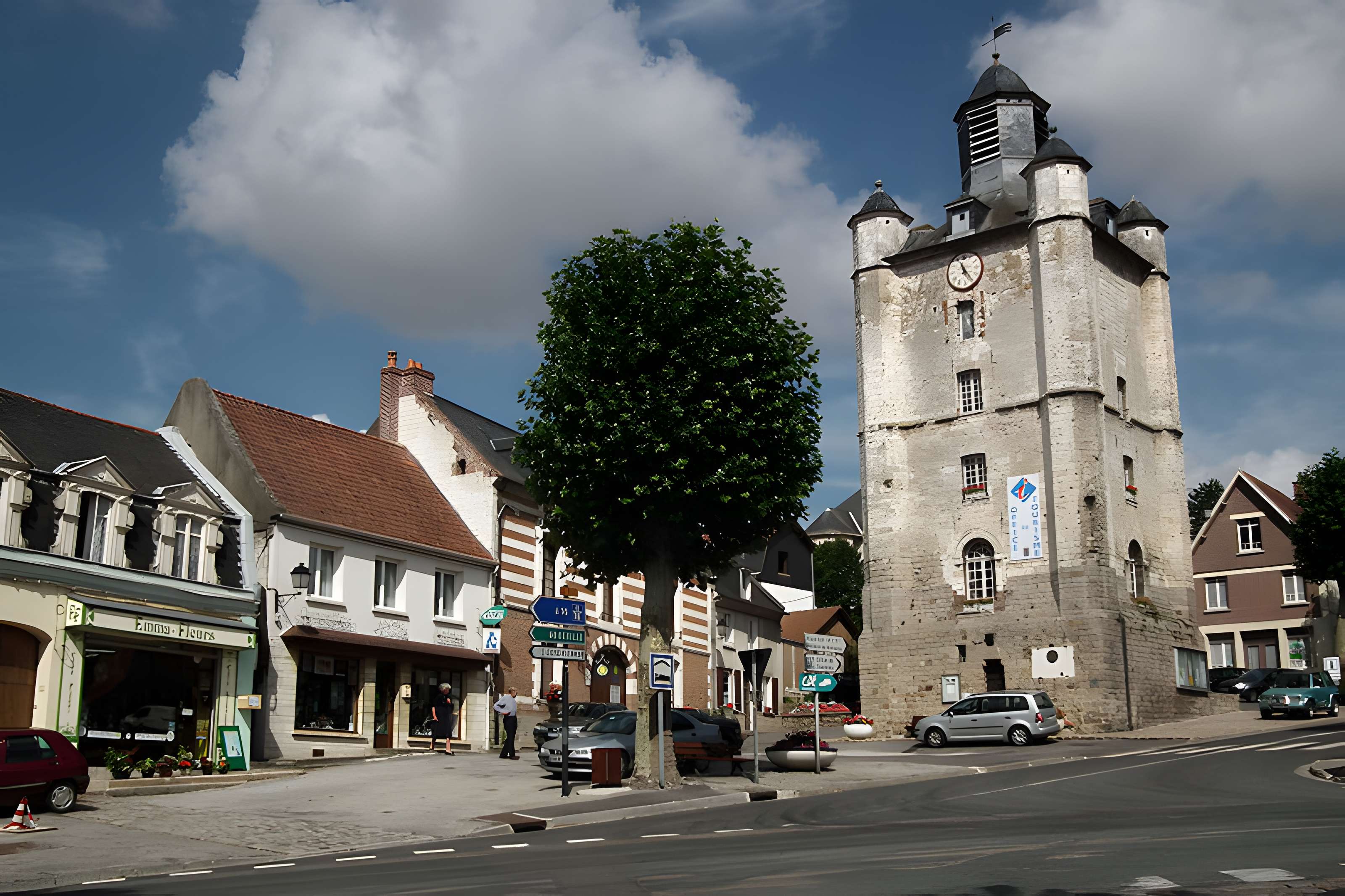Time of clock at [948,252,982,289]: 11:24
